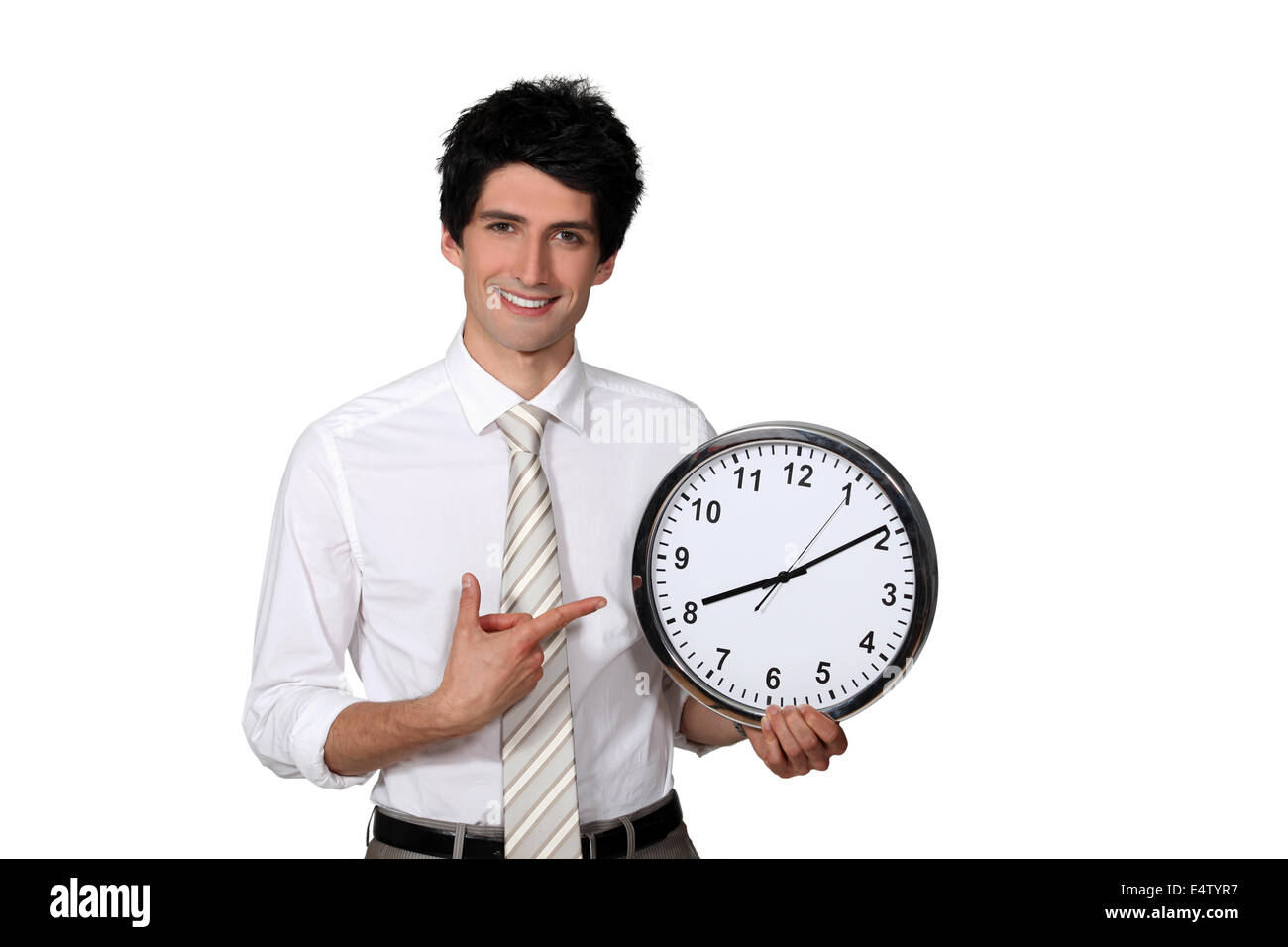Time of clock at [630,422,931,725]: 8:09
